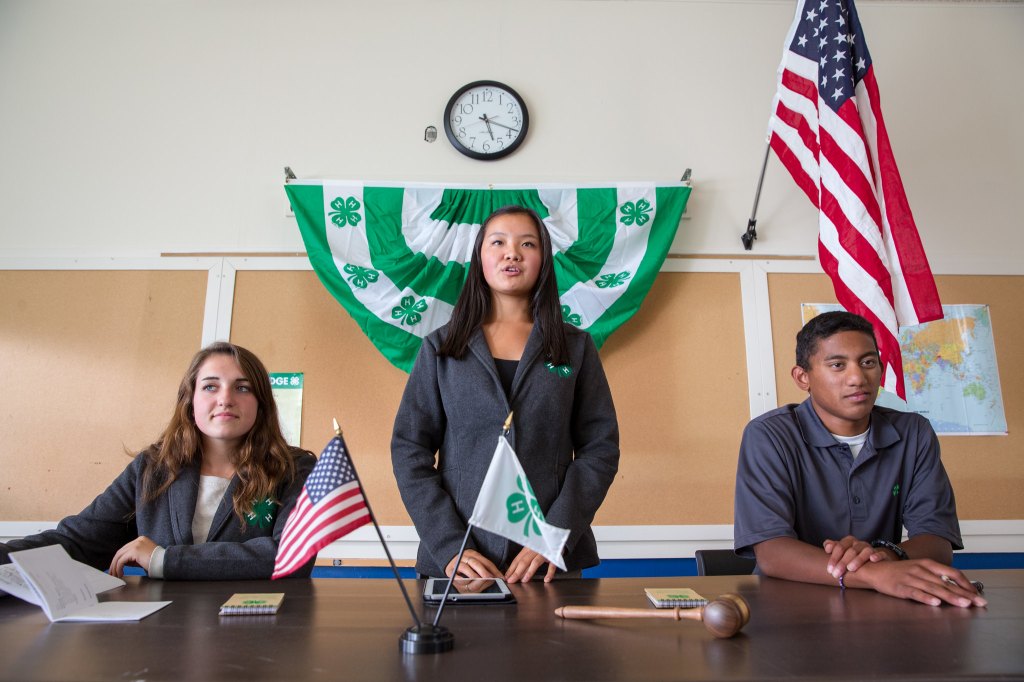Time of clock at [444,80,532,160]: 5:18
